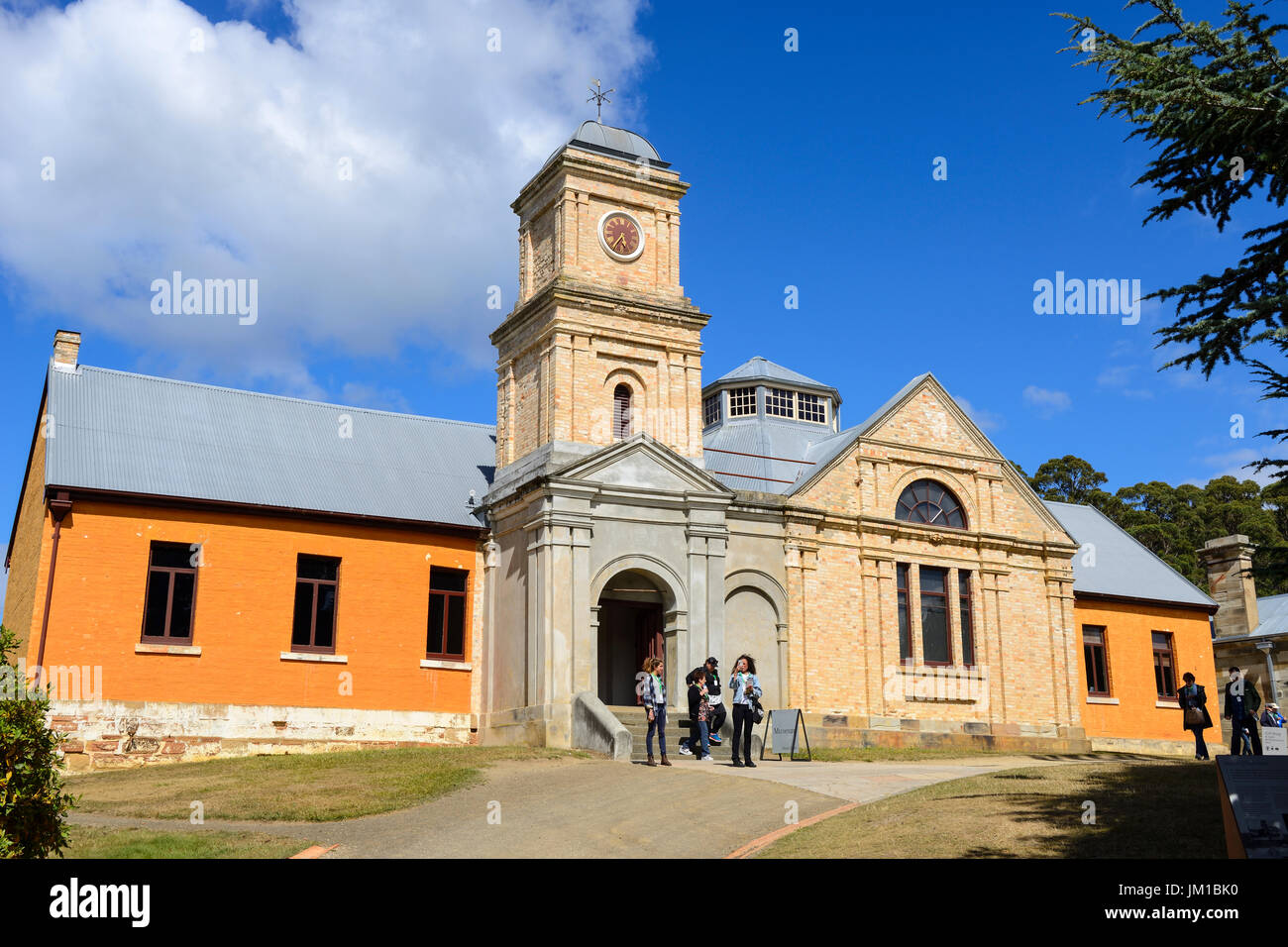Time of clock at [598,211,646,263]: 5:35
